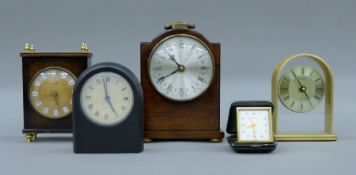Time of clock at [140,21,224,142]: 10:41
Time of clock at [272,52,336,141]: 4:54
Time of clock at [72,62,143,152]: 4:58
